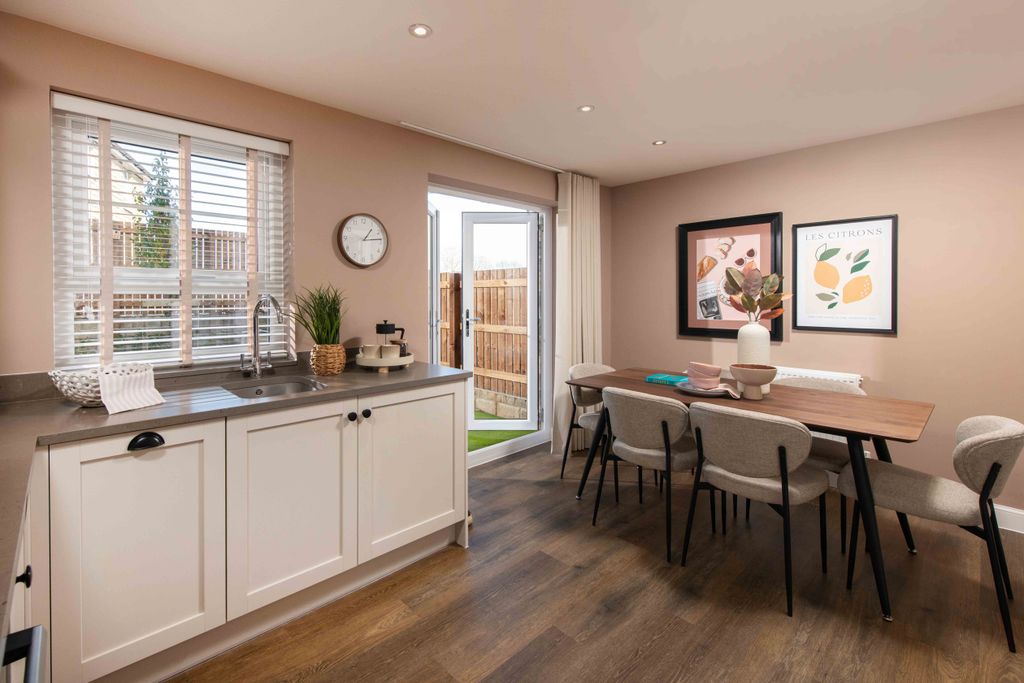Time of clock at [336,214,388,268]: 1:13
